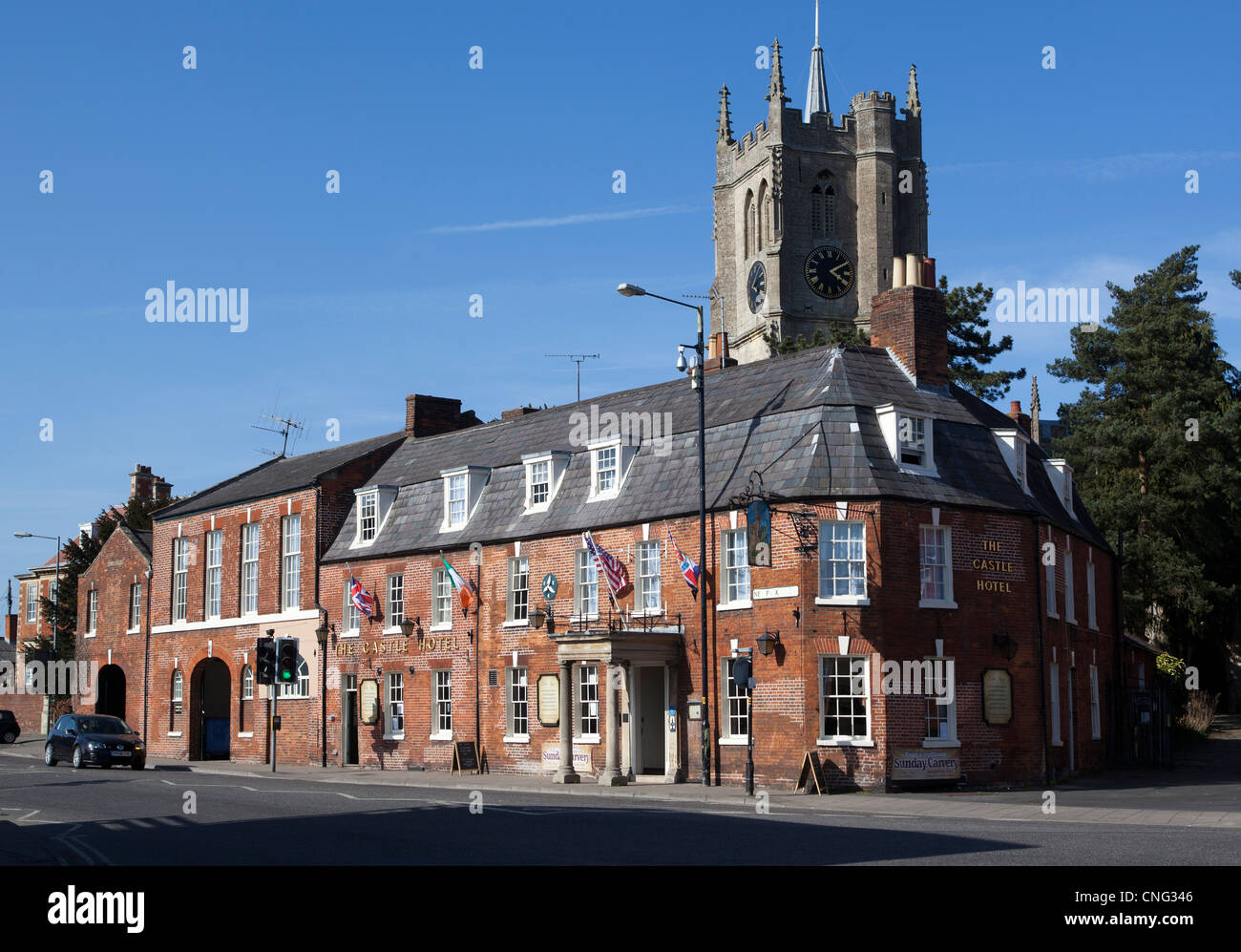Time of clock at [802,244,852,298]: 4:09
